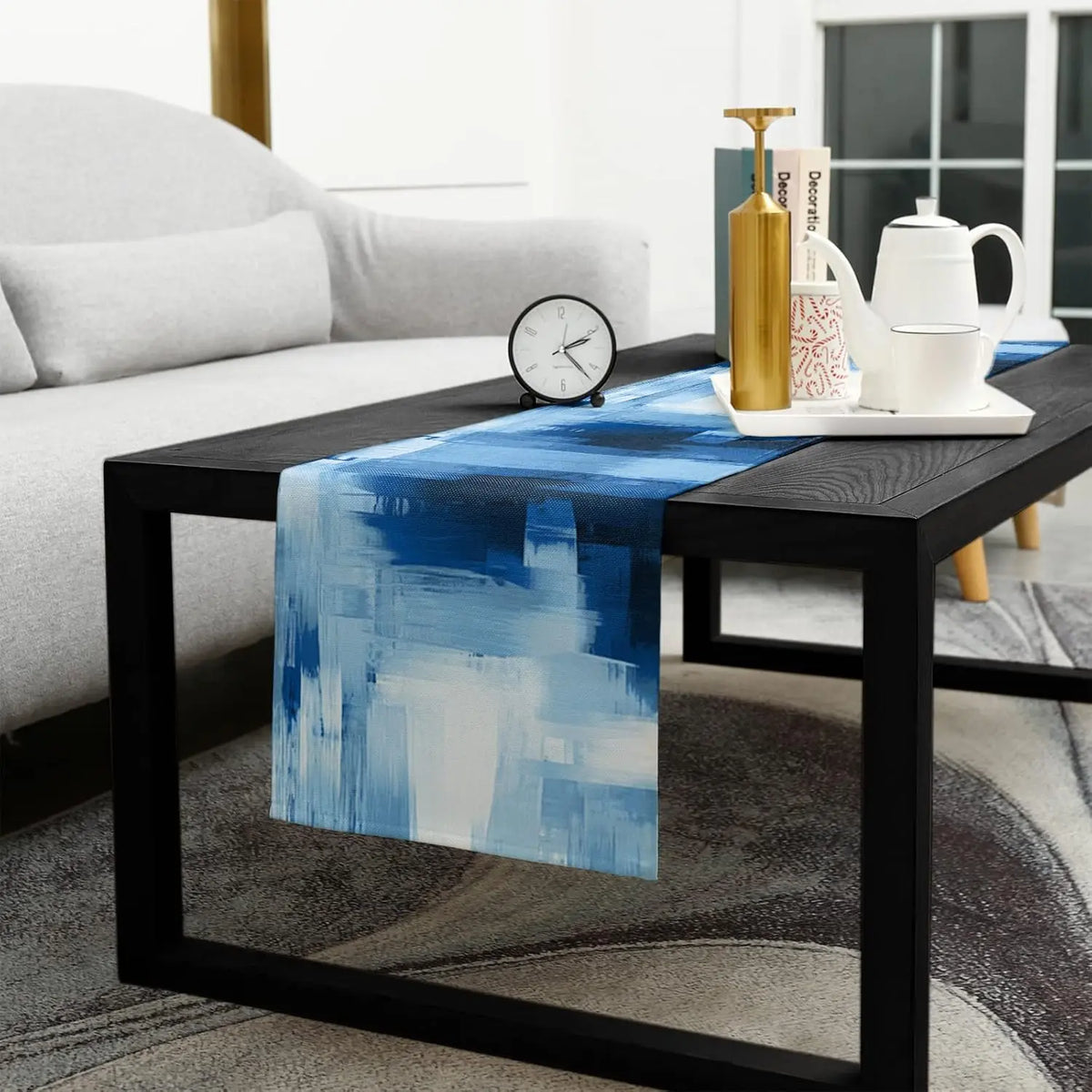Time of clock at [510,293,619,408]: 2:23
